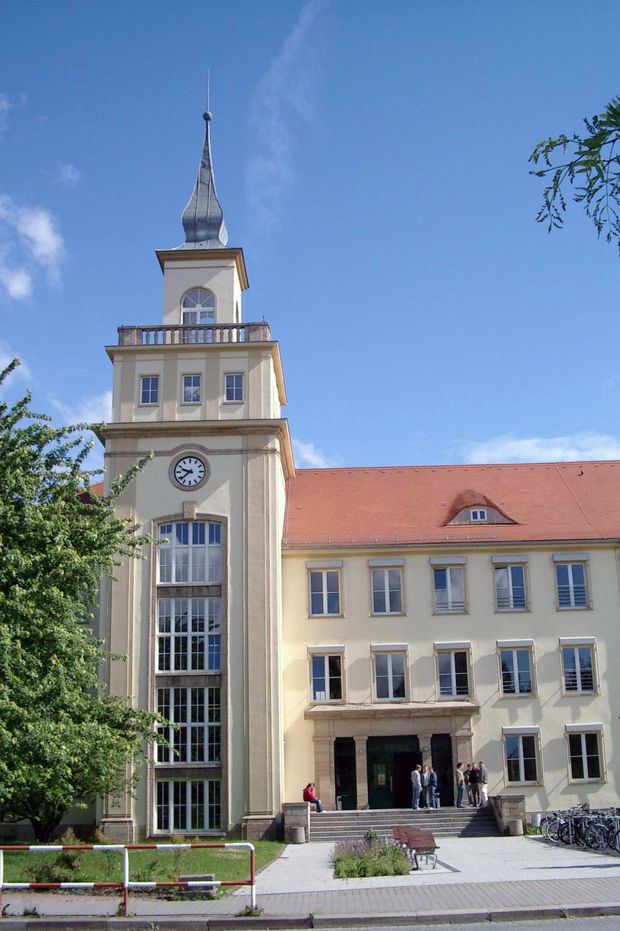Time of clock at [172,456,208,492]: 9:38
